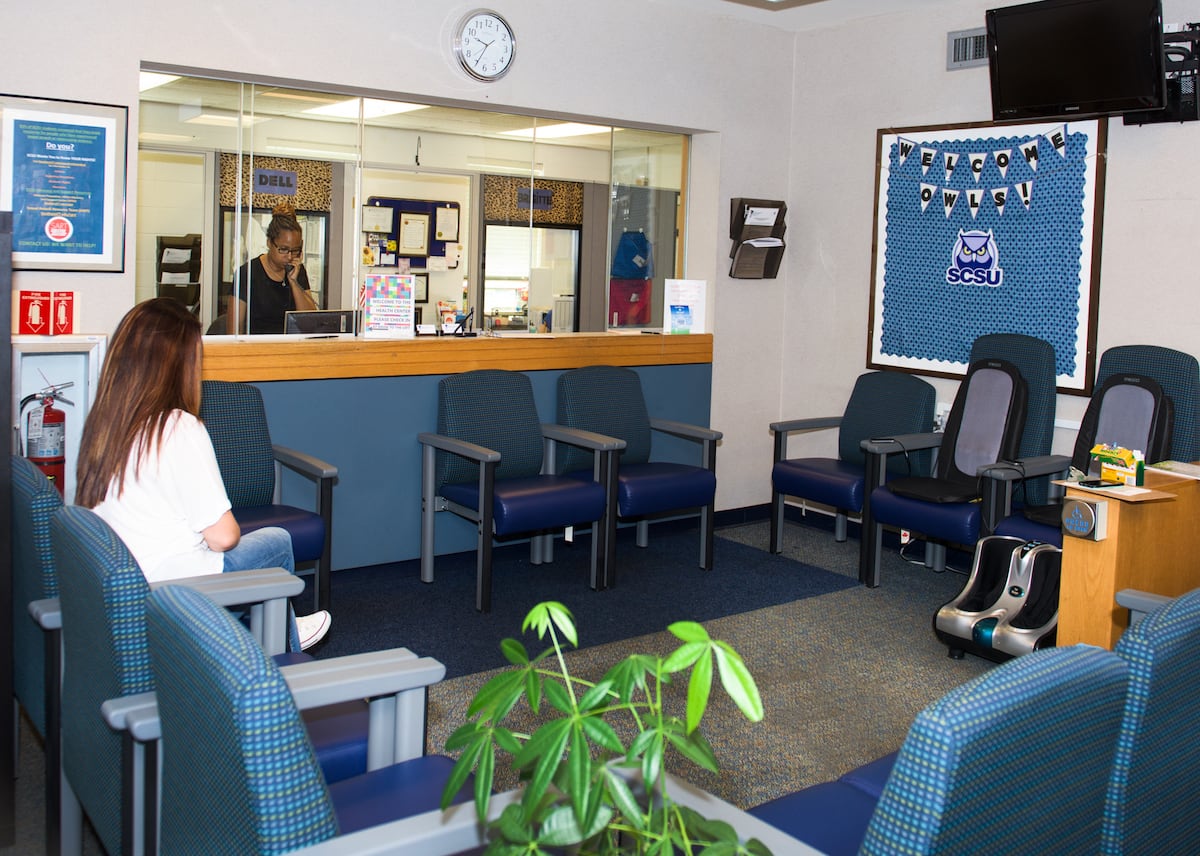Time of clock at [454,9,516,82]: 9:34
